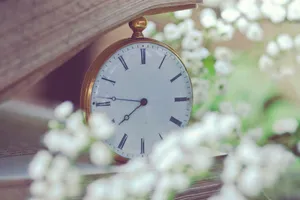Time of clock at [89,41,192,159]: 7:45
